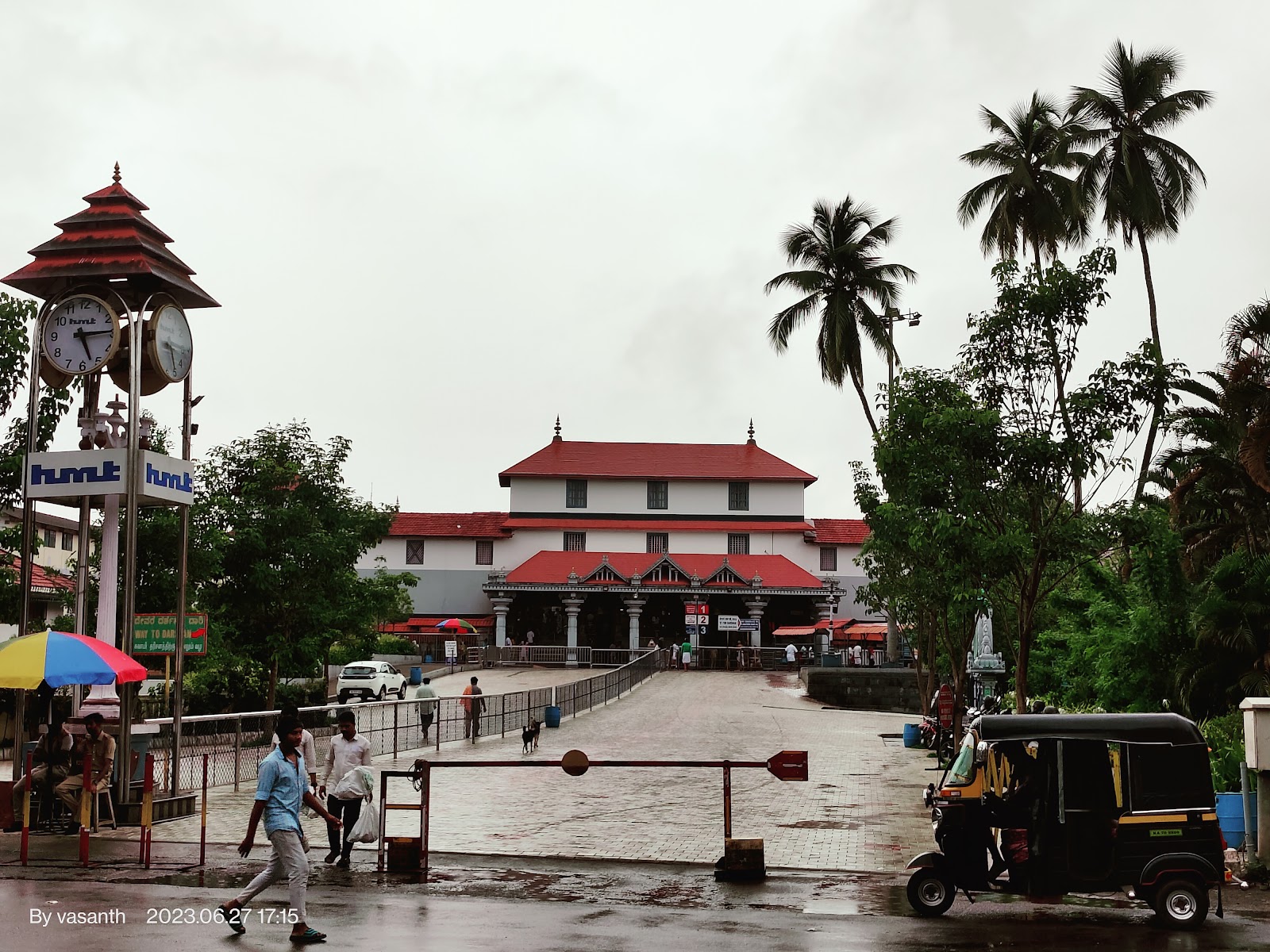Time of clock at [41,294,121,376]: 5:14
